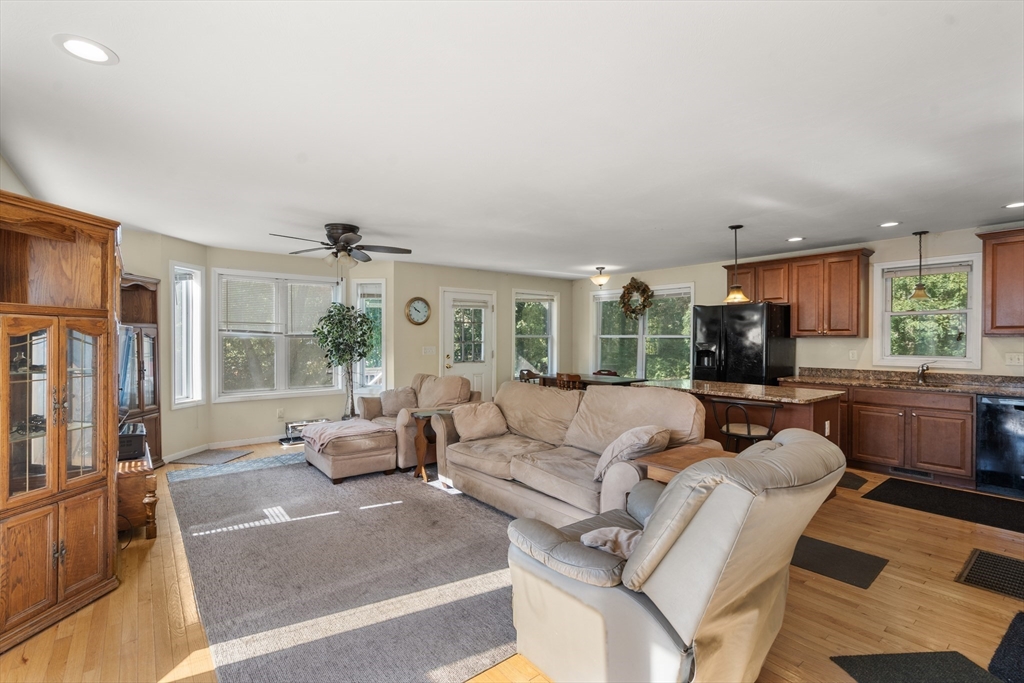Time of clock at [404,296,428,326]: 9:51
